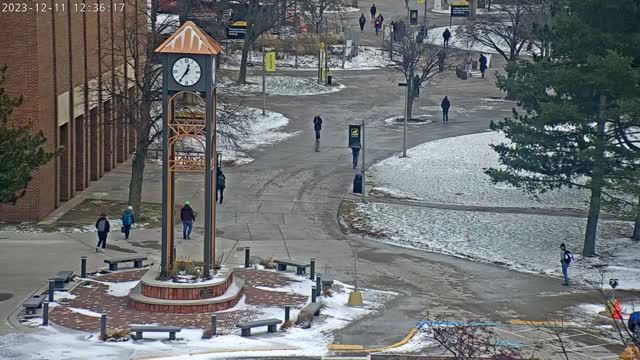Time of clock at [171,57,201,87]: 12:36
